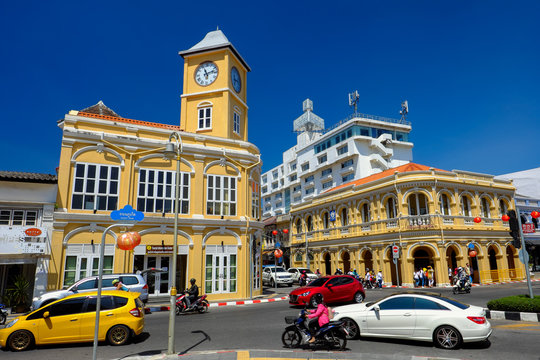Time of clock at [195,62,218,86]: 11:12
